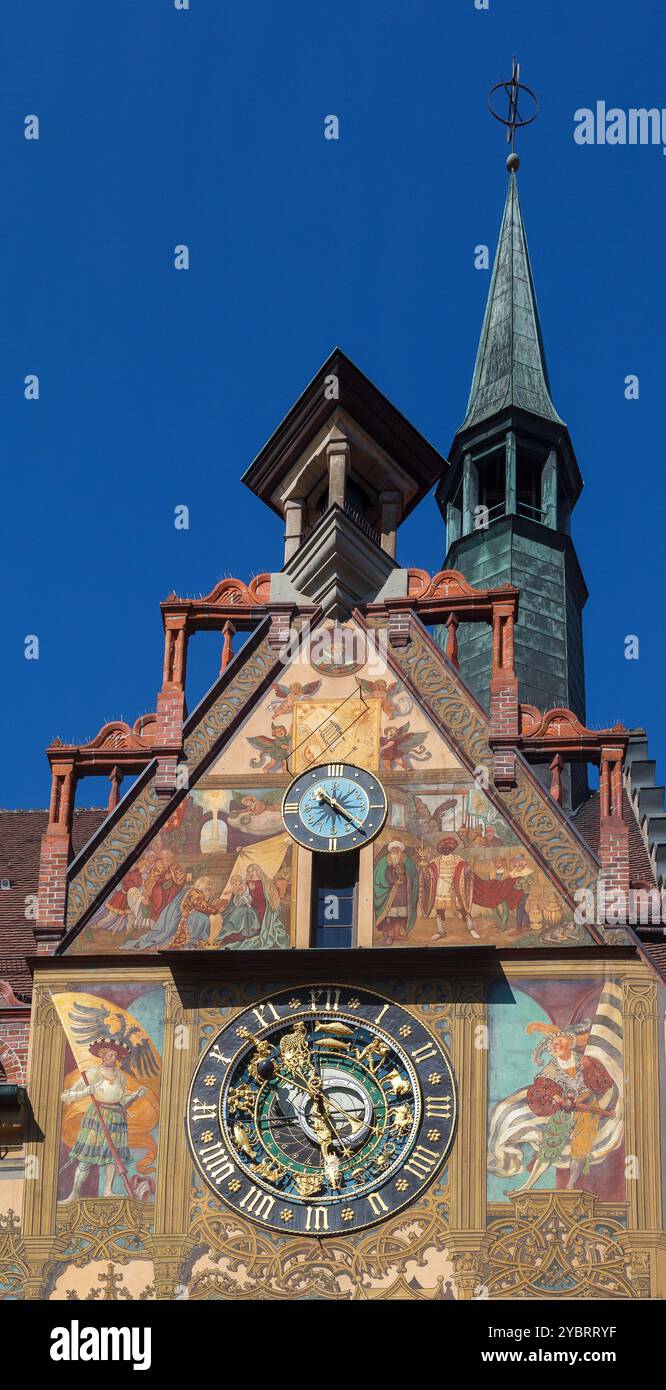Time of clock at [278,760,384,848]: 1:22
